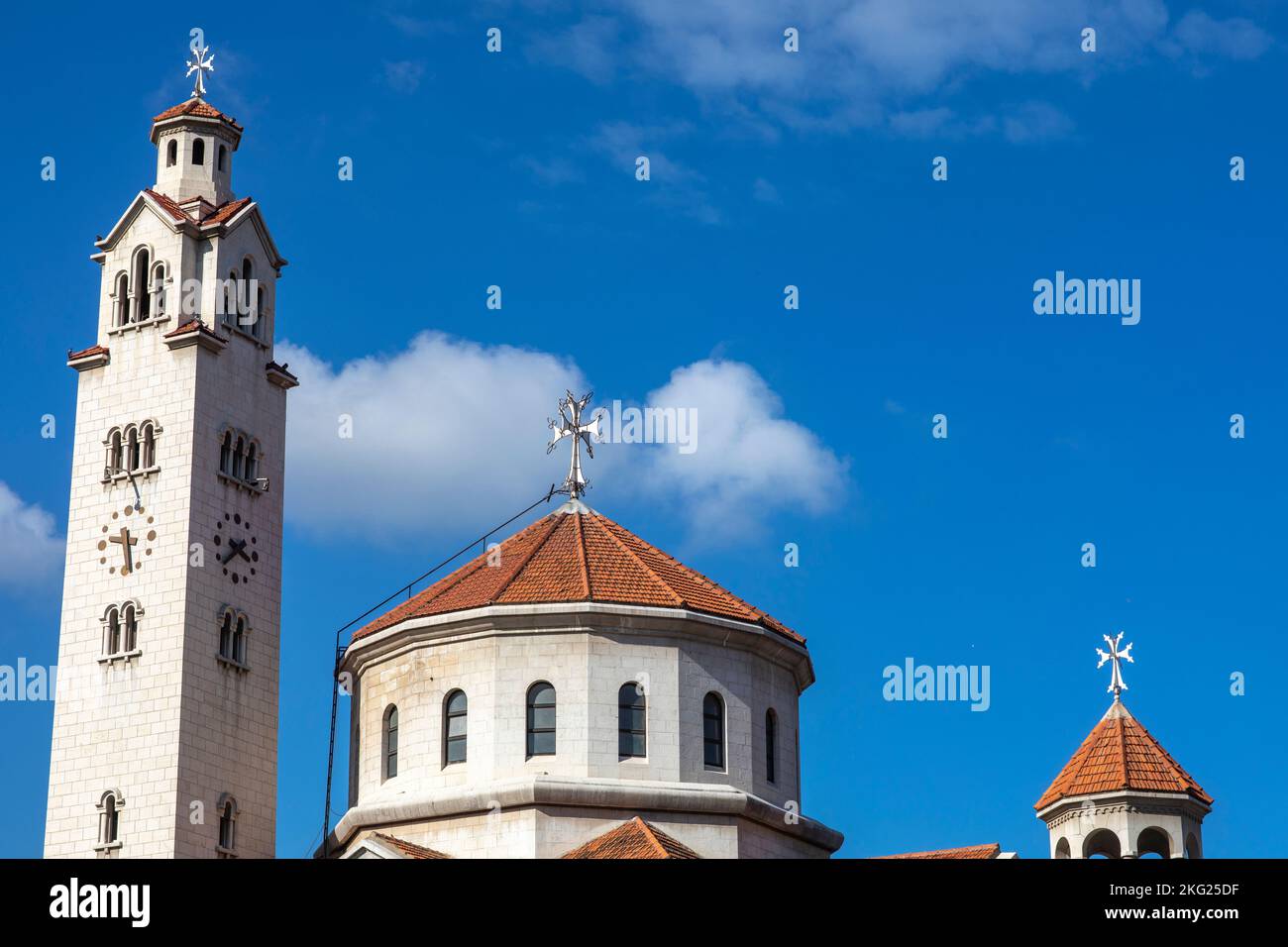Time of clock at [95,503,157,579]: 9:28
